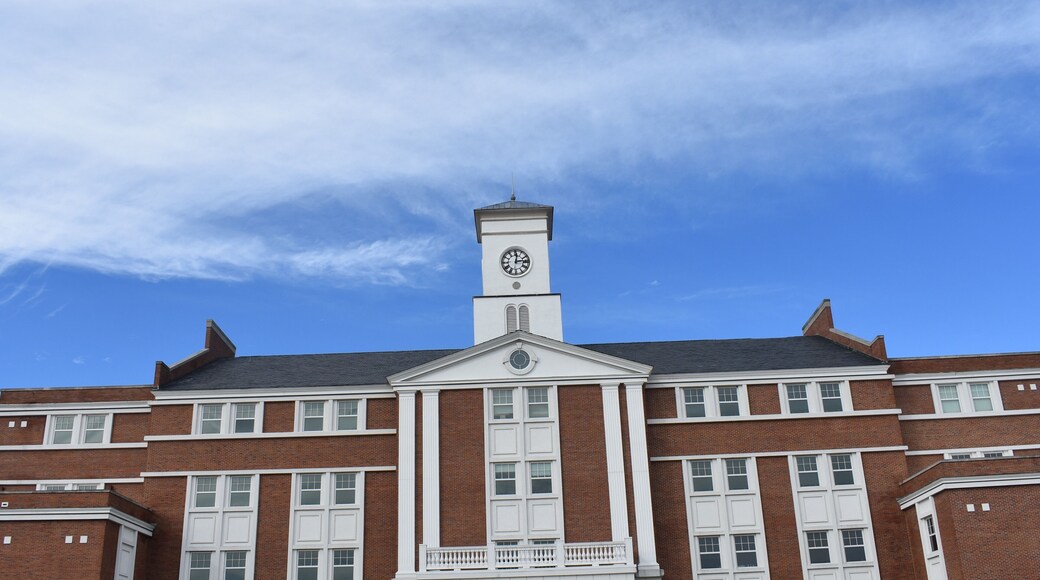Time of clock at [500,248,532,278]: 12:13
